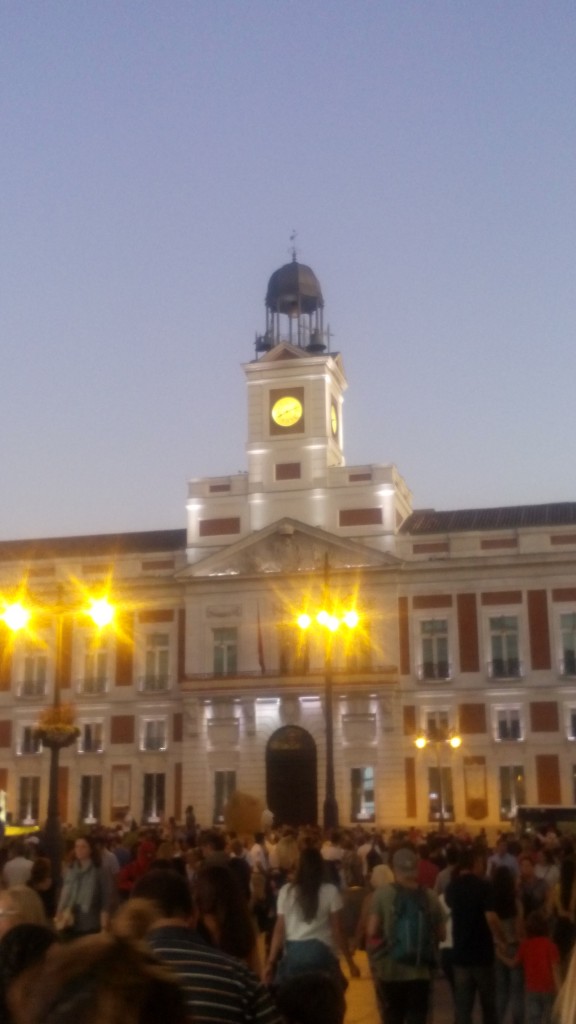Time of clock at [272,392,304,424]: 8:12
